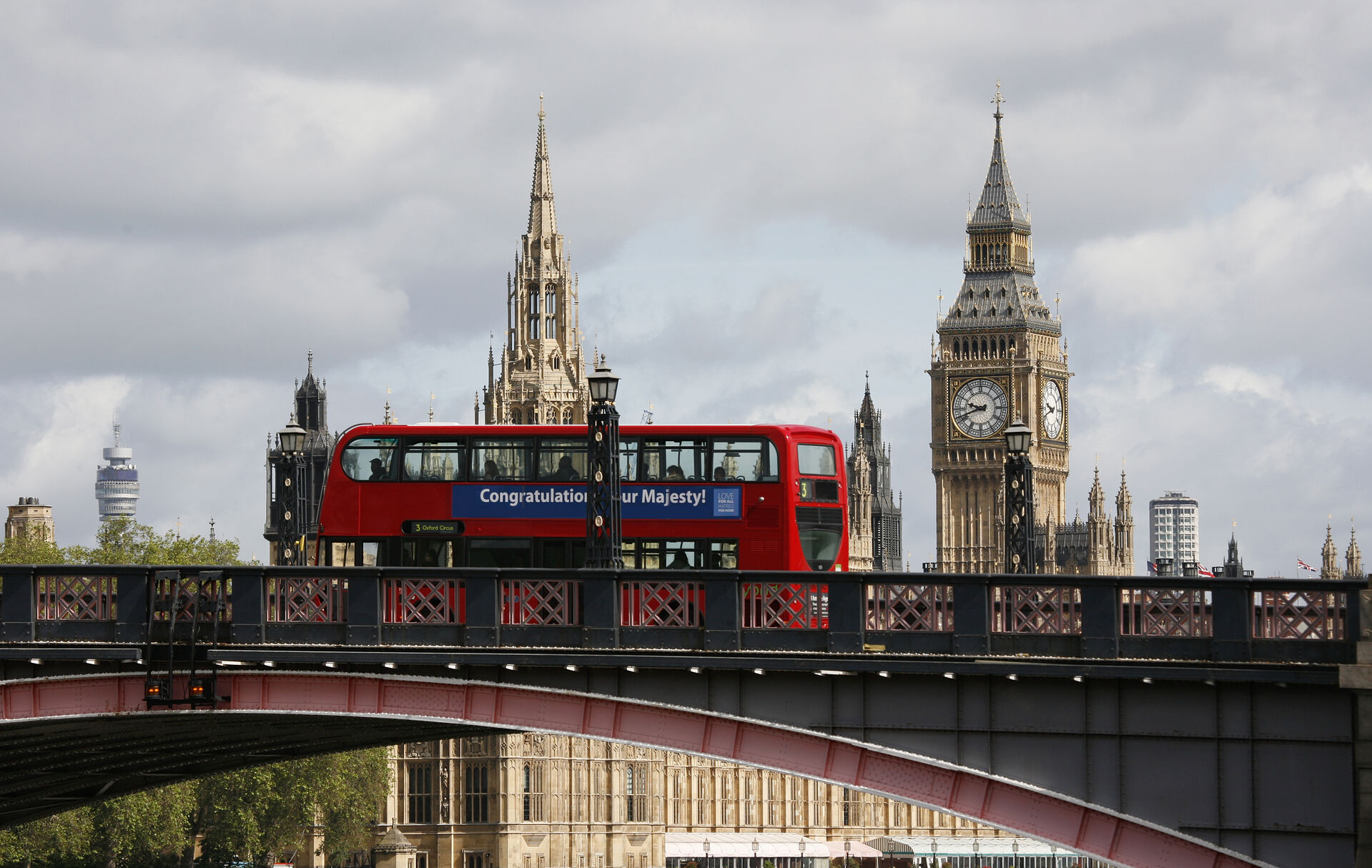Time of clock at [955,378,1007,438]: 9:41
